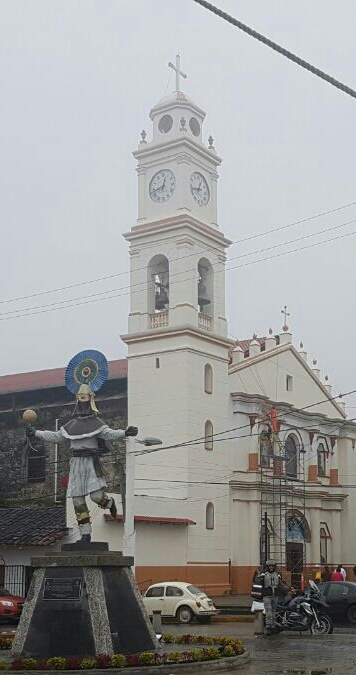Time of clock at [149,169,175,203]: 12:42
